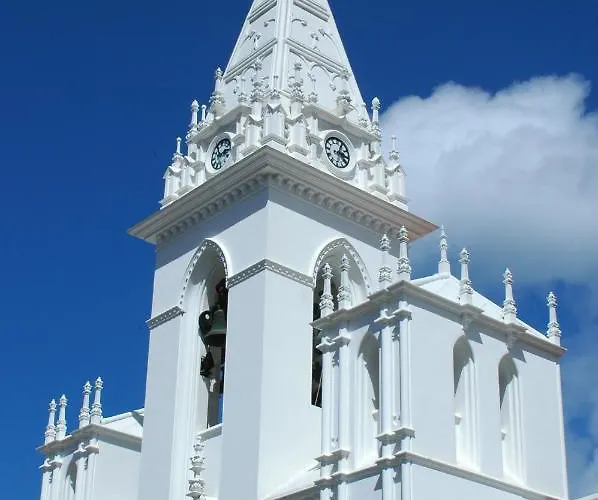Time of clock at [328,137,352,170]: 3:04
